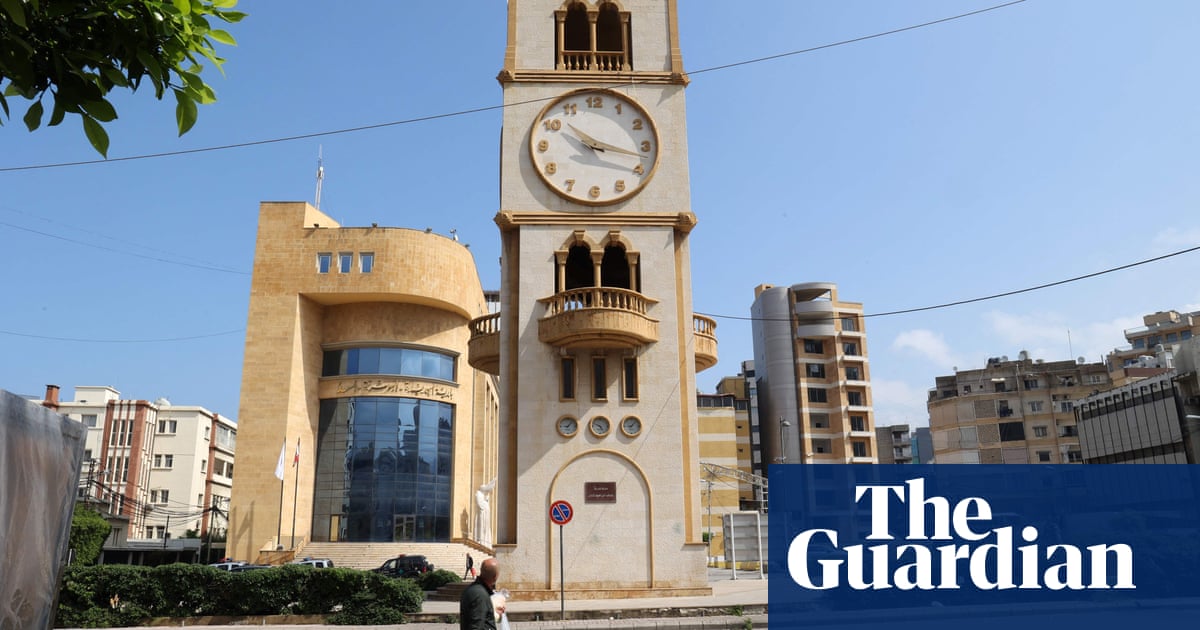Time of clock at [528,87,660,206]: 10:17
